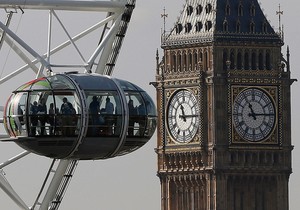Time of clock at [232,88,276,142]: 11:14
